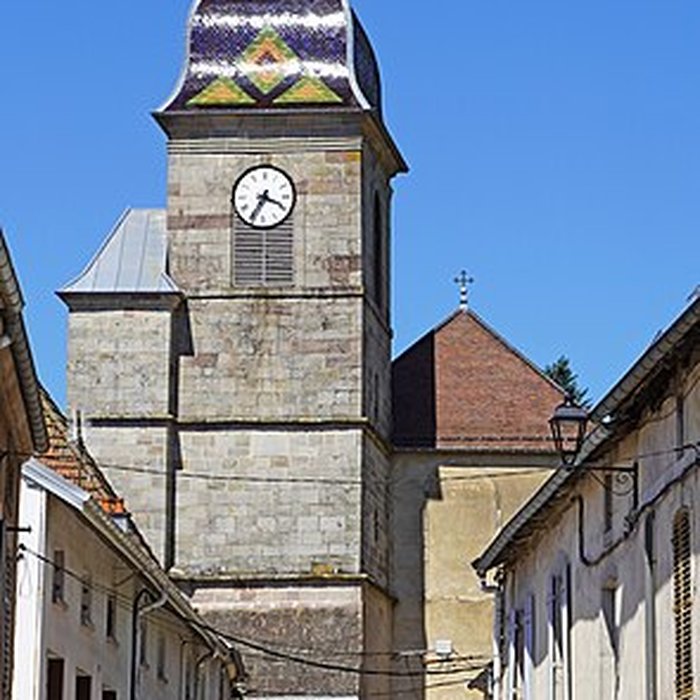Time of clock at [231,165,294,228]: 3:35
